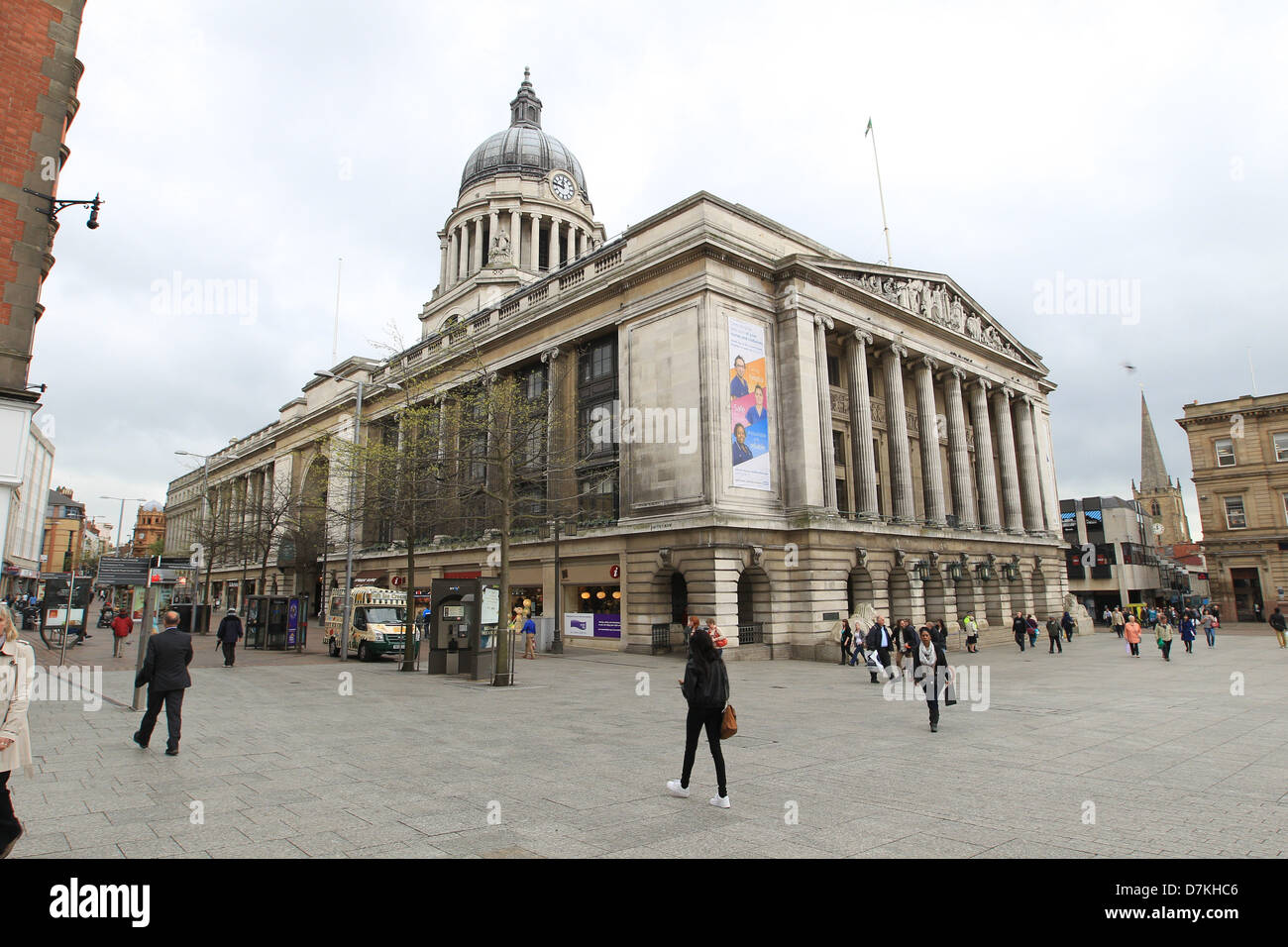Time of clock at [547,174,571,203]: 11:46
